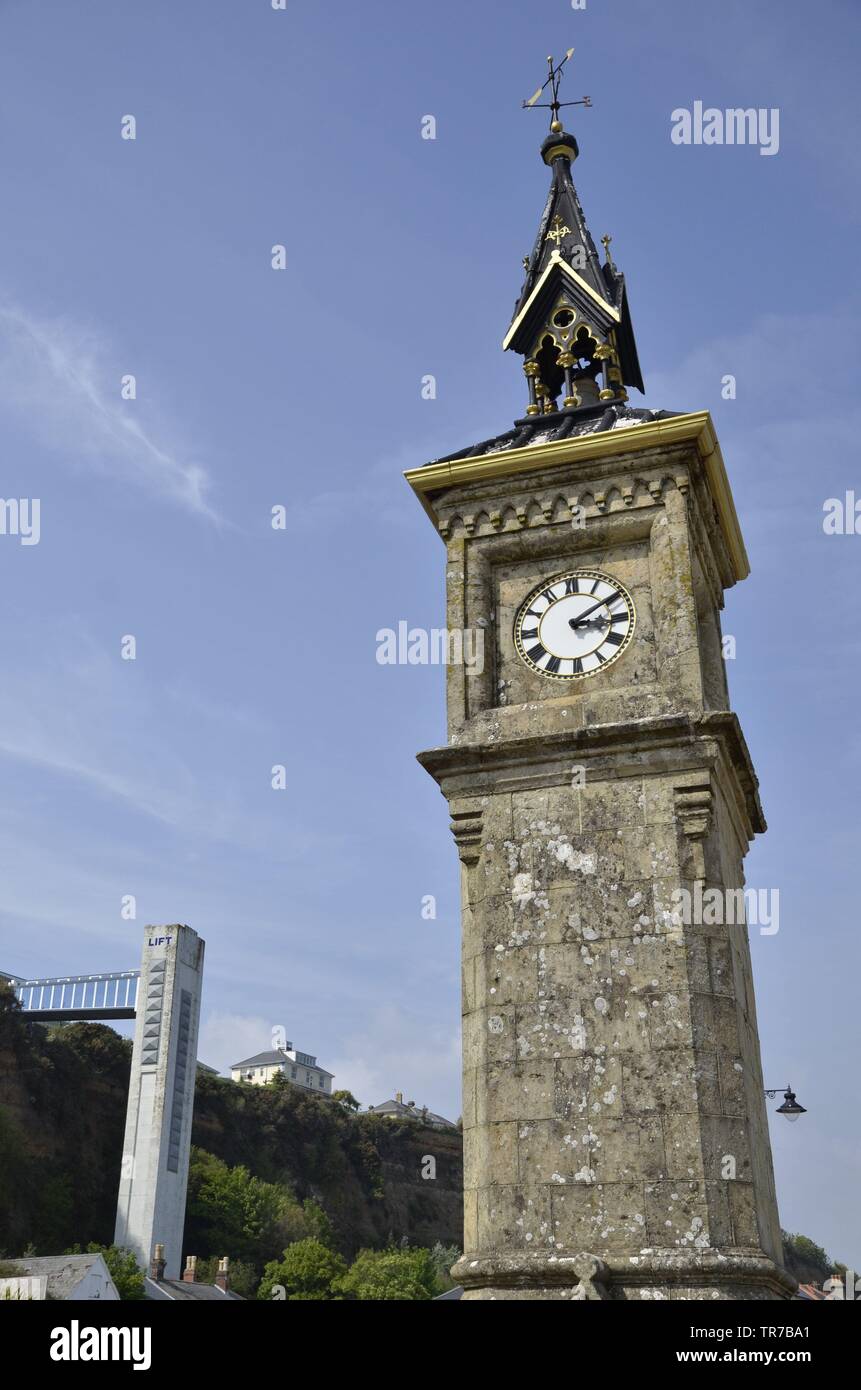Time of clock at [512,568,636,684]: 3:09
